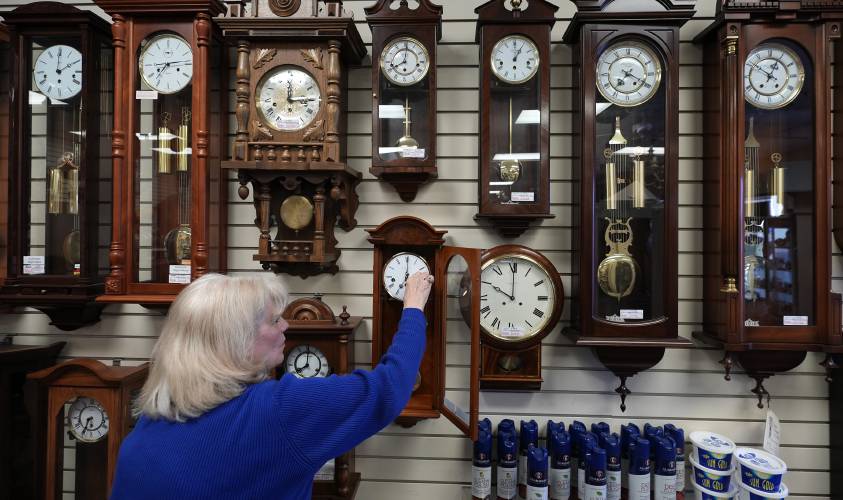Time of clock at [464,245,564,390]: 10:00
